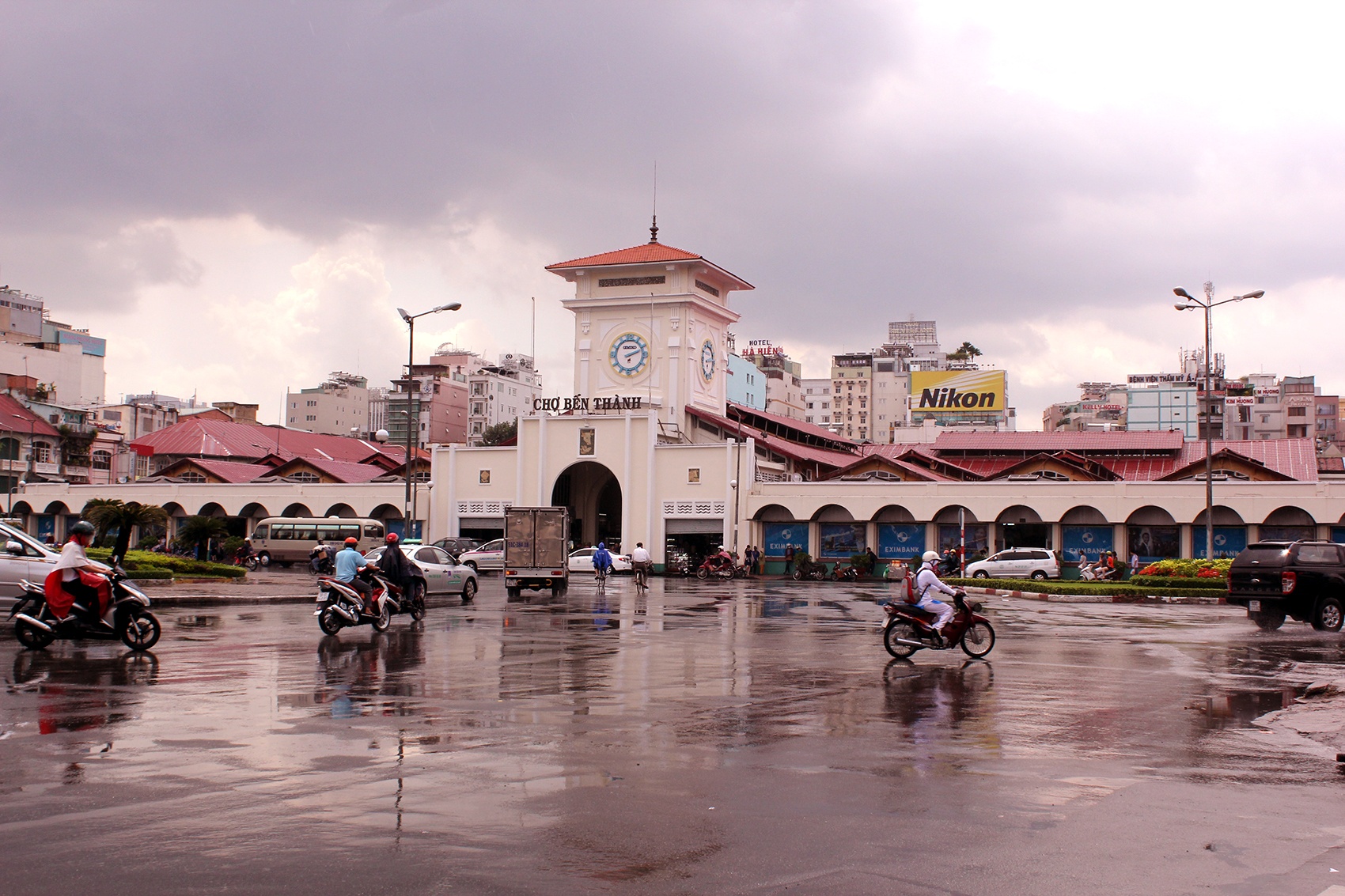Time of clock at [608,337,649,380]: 2:11
